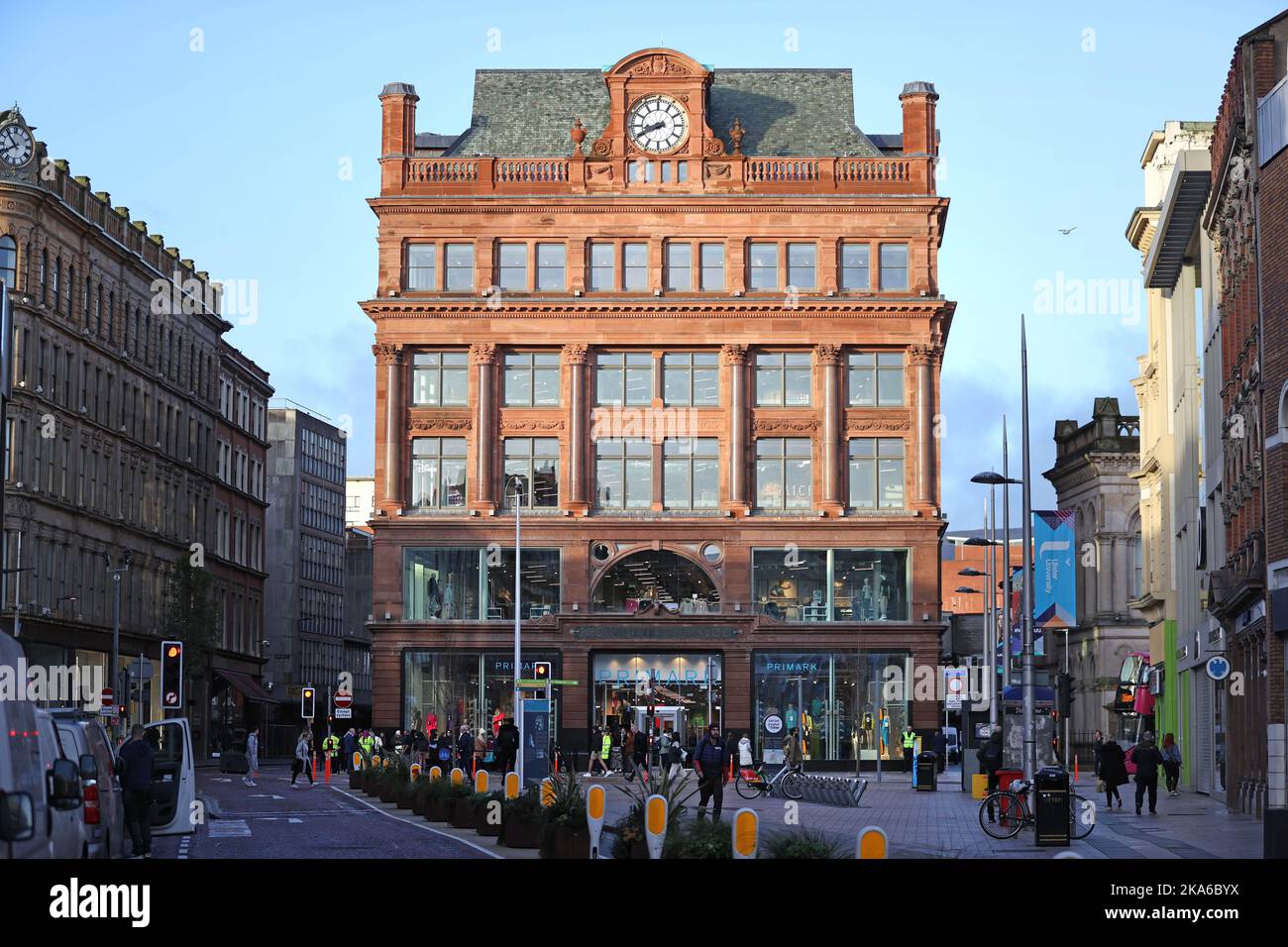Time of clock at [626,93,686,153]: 8:40
